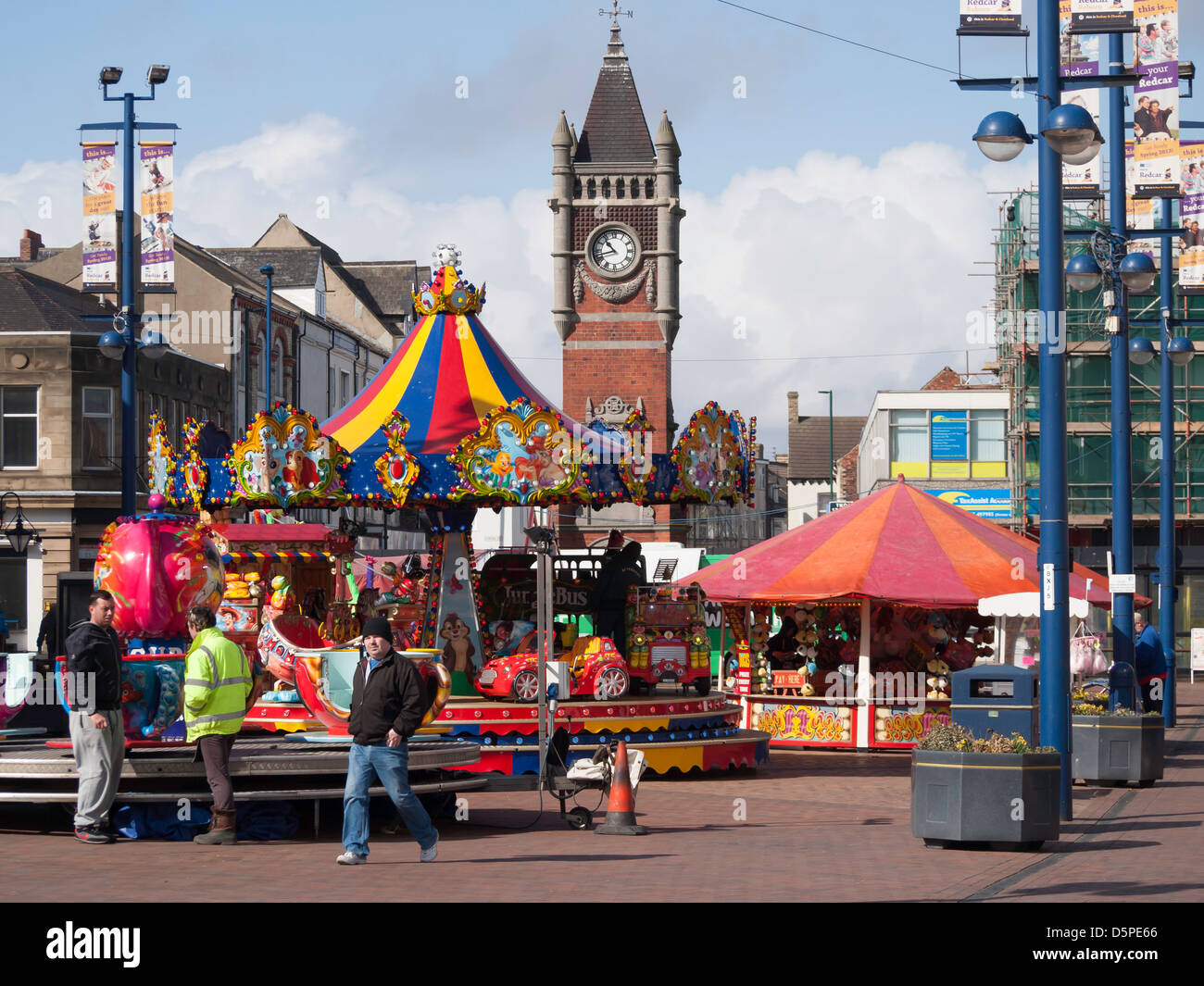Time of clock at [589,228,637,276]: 10:42
